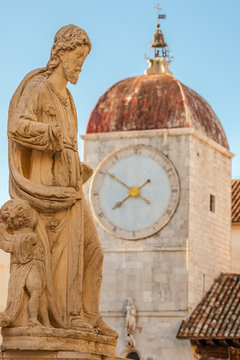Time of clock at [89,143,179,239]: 7:50
